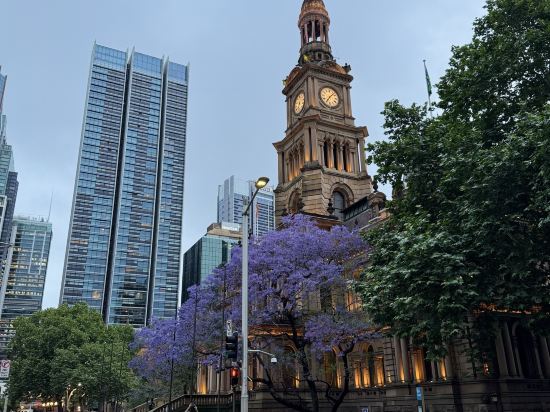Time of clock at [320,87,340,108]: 7:07
